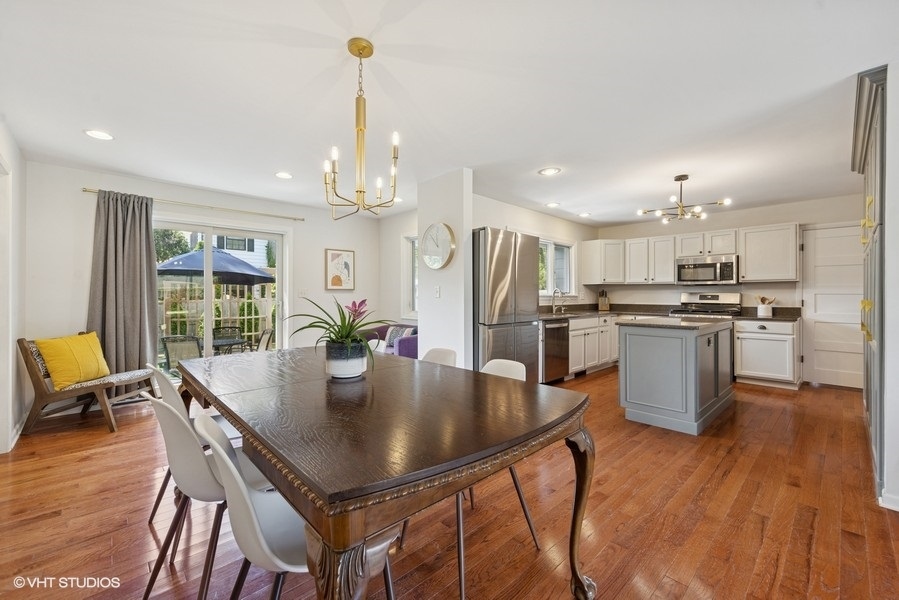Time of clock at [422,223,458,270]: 11:52
